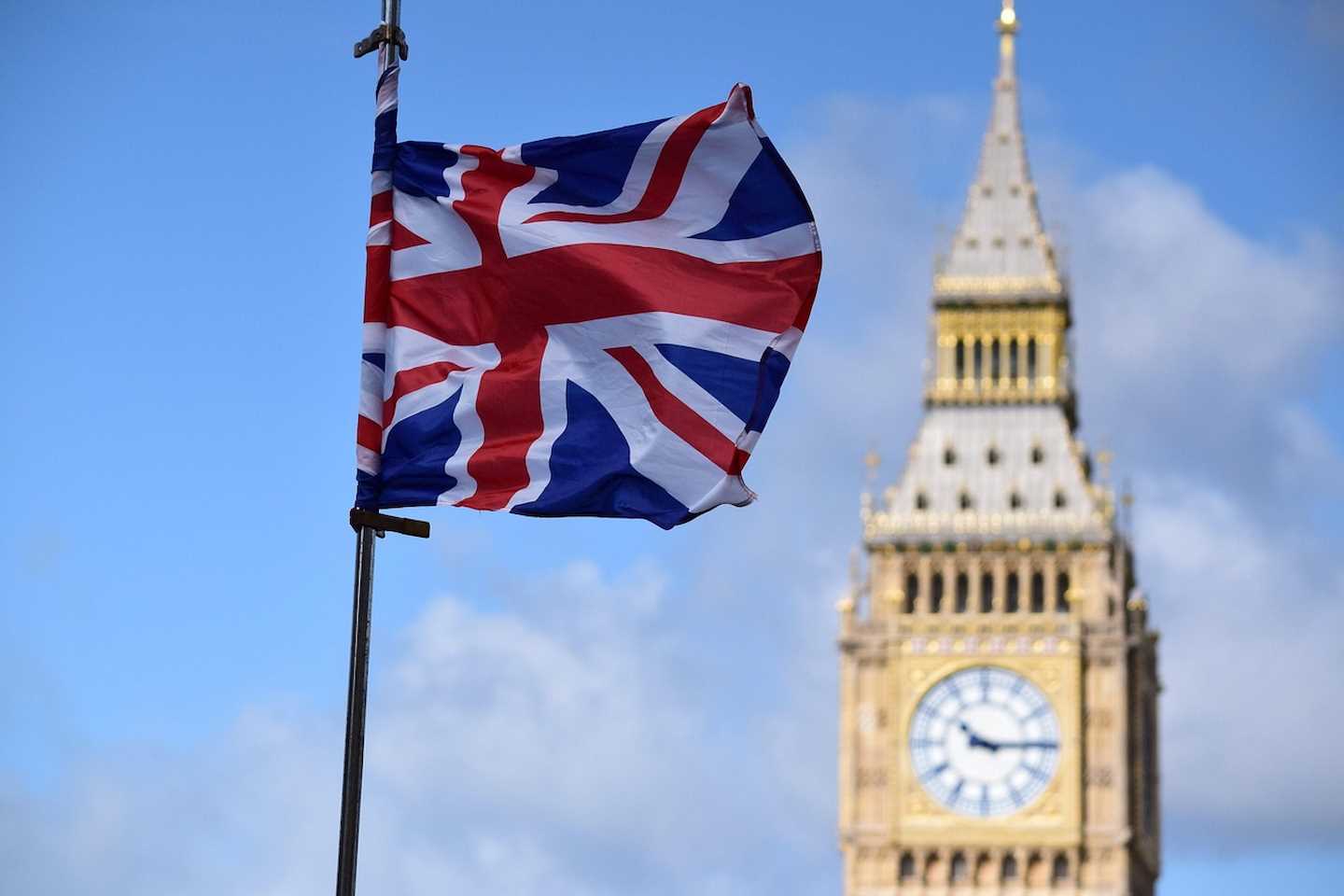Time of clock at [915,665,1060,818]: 10:14
